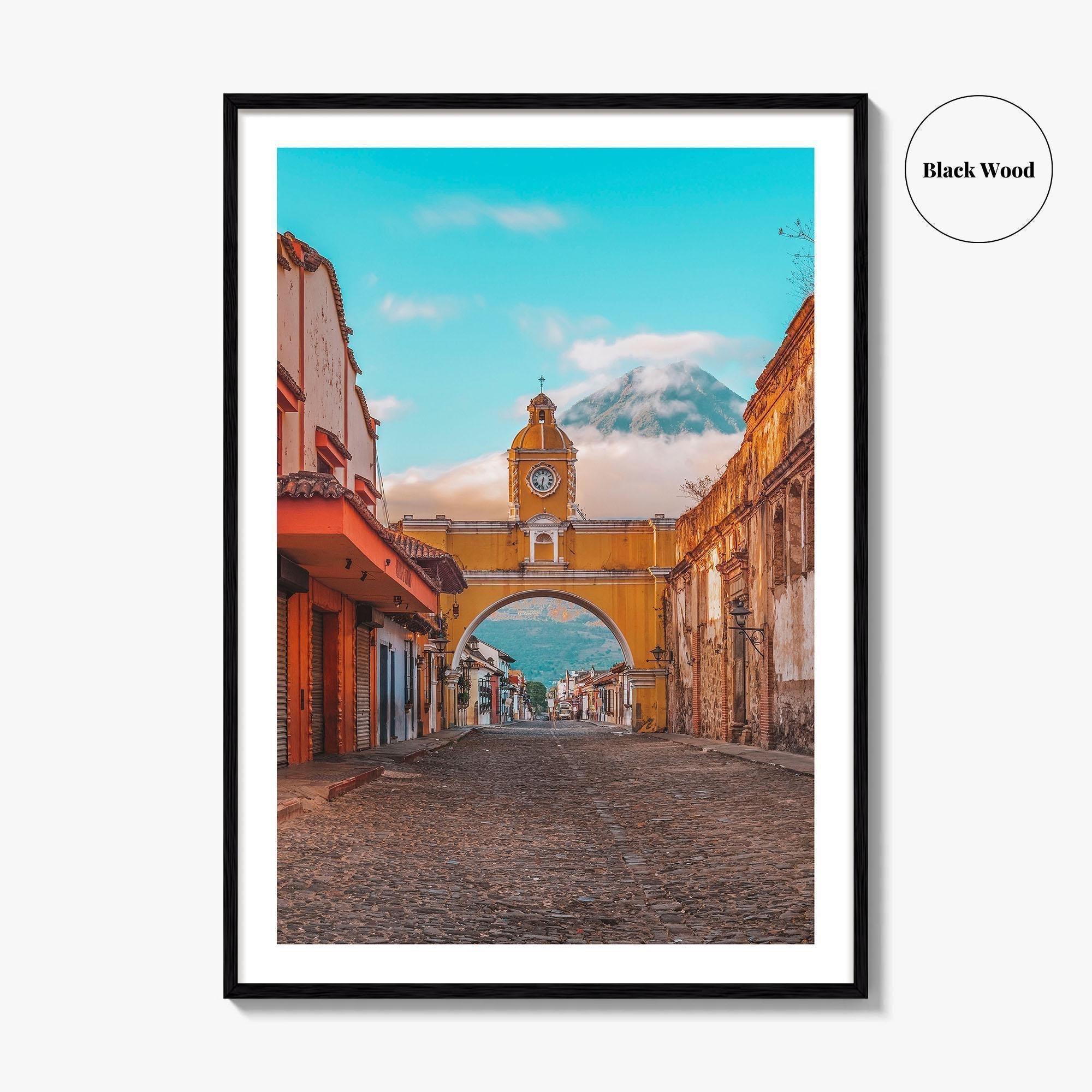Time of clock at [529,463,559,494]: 6:32
